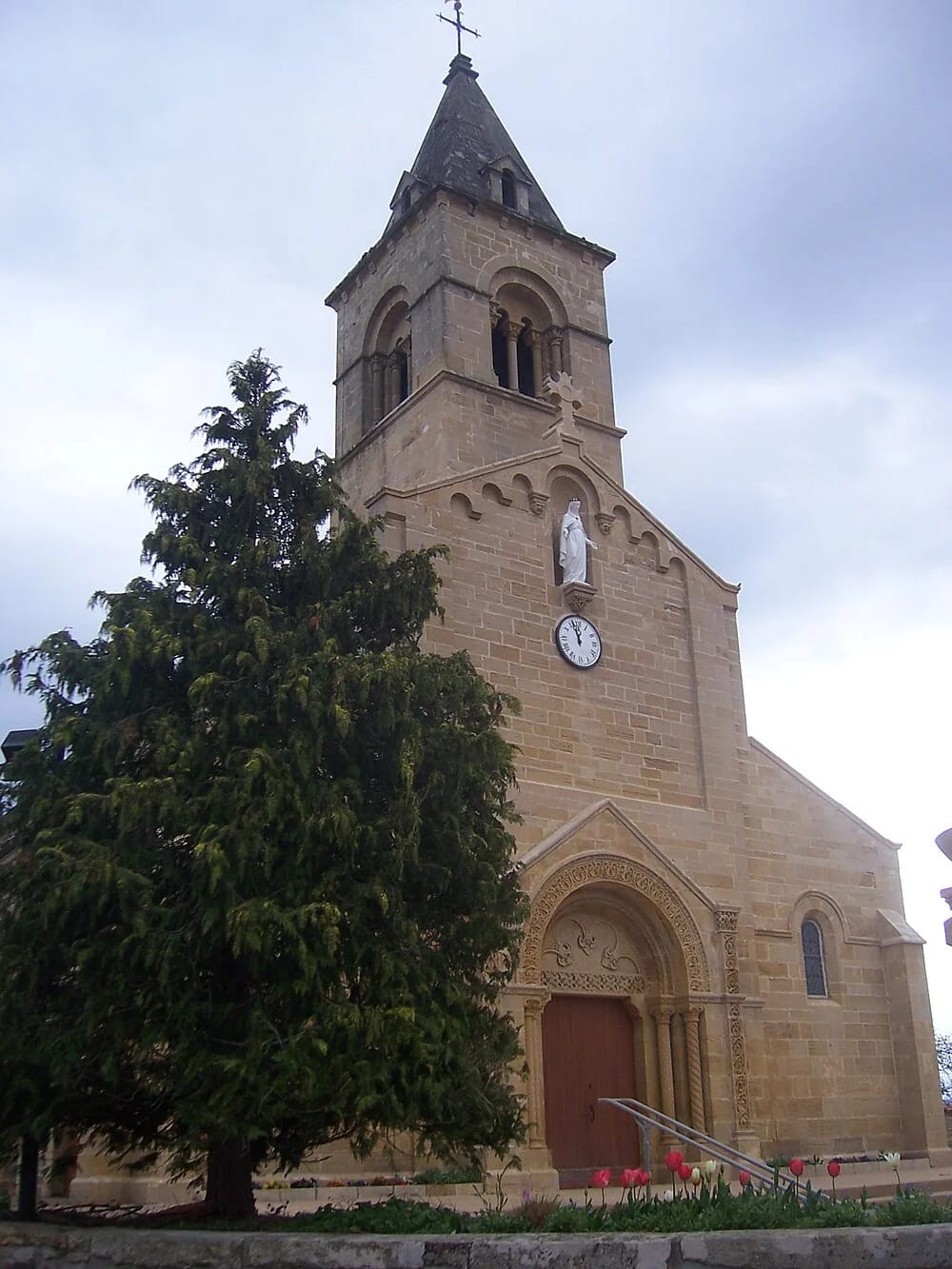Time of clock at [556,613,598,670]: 11:56
